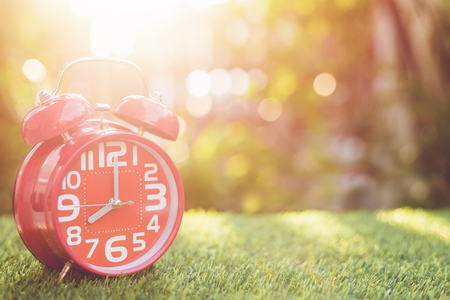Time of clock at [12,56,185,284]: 8:00
